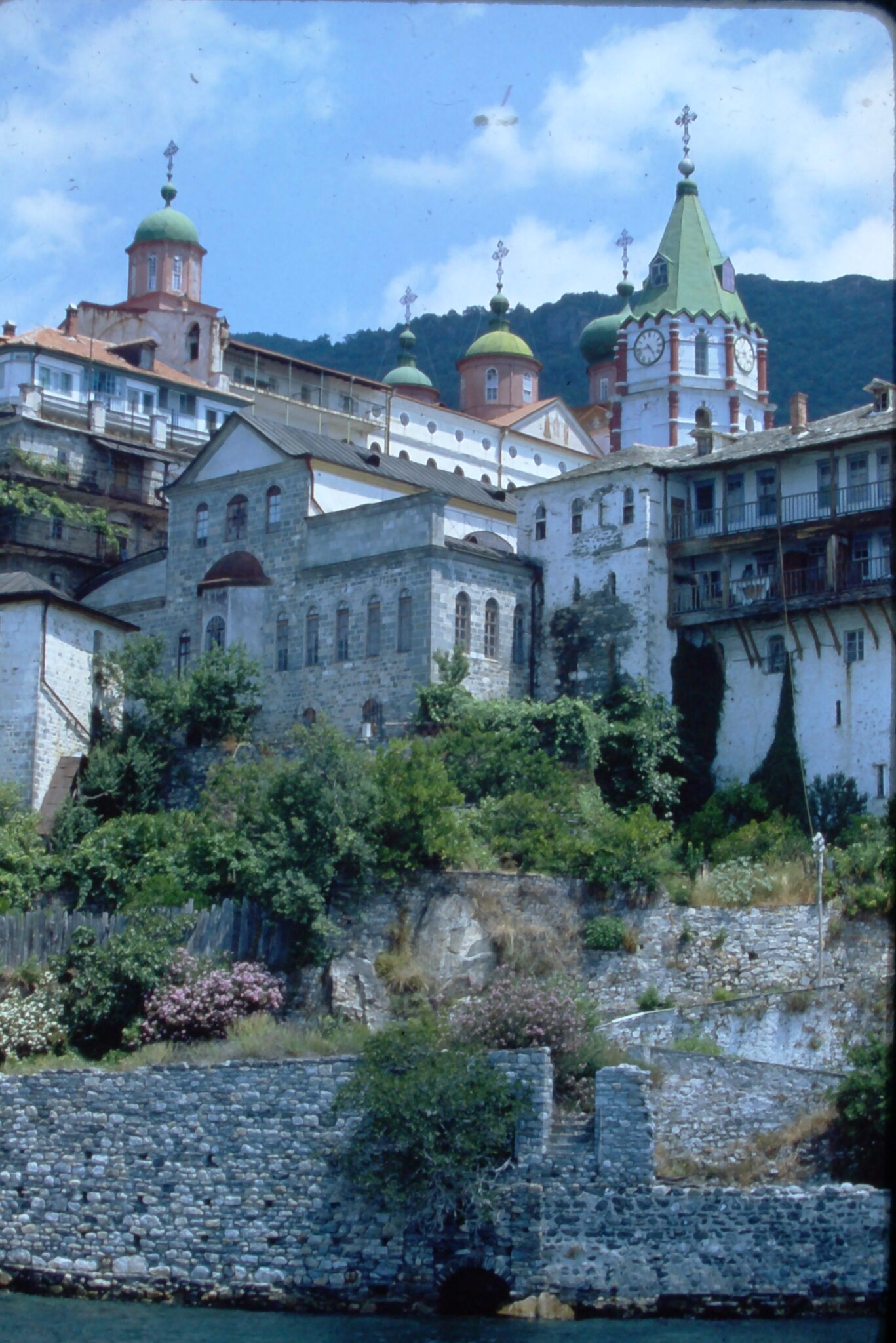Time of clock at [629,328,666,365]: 4:42
